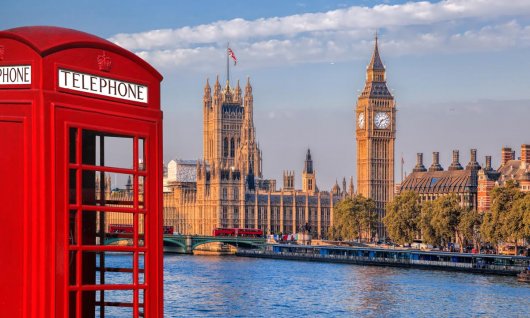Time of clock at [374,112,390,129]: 7:11
